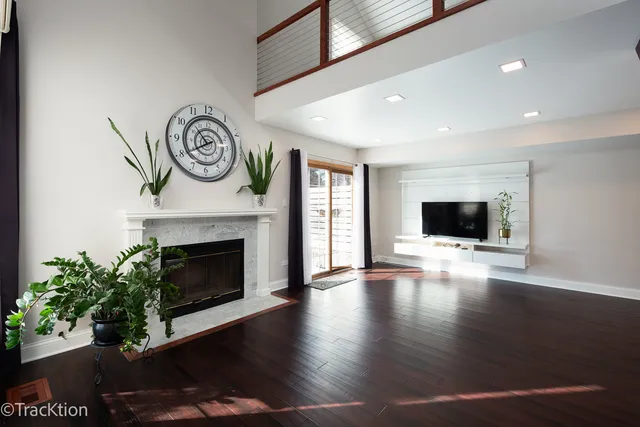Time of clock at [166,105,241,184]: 10:39
